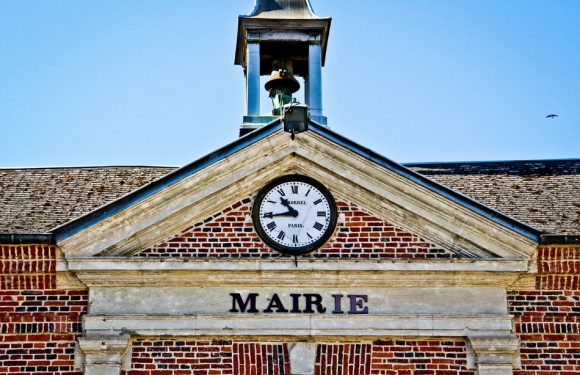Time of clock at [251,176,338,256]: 10:43
